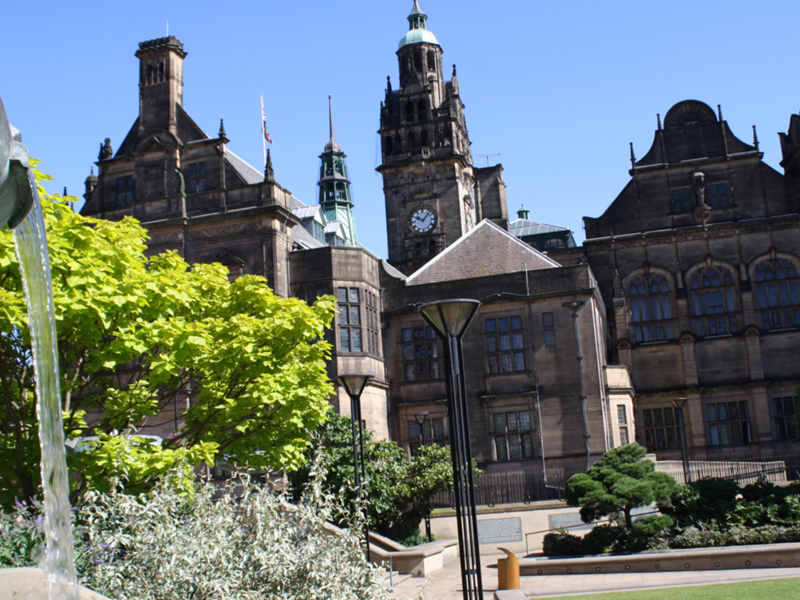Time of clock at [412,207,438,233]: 10:07
